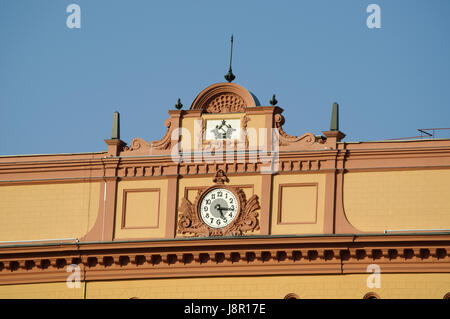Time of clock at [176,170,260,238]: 5:16
